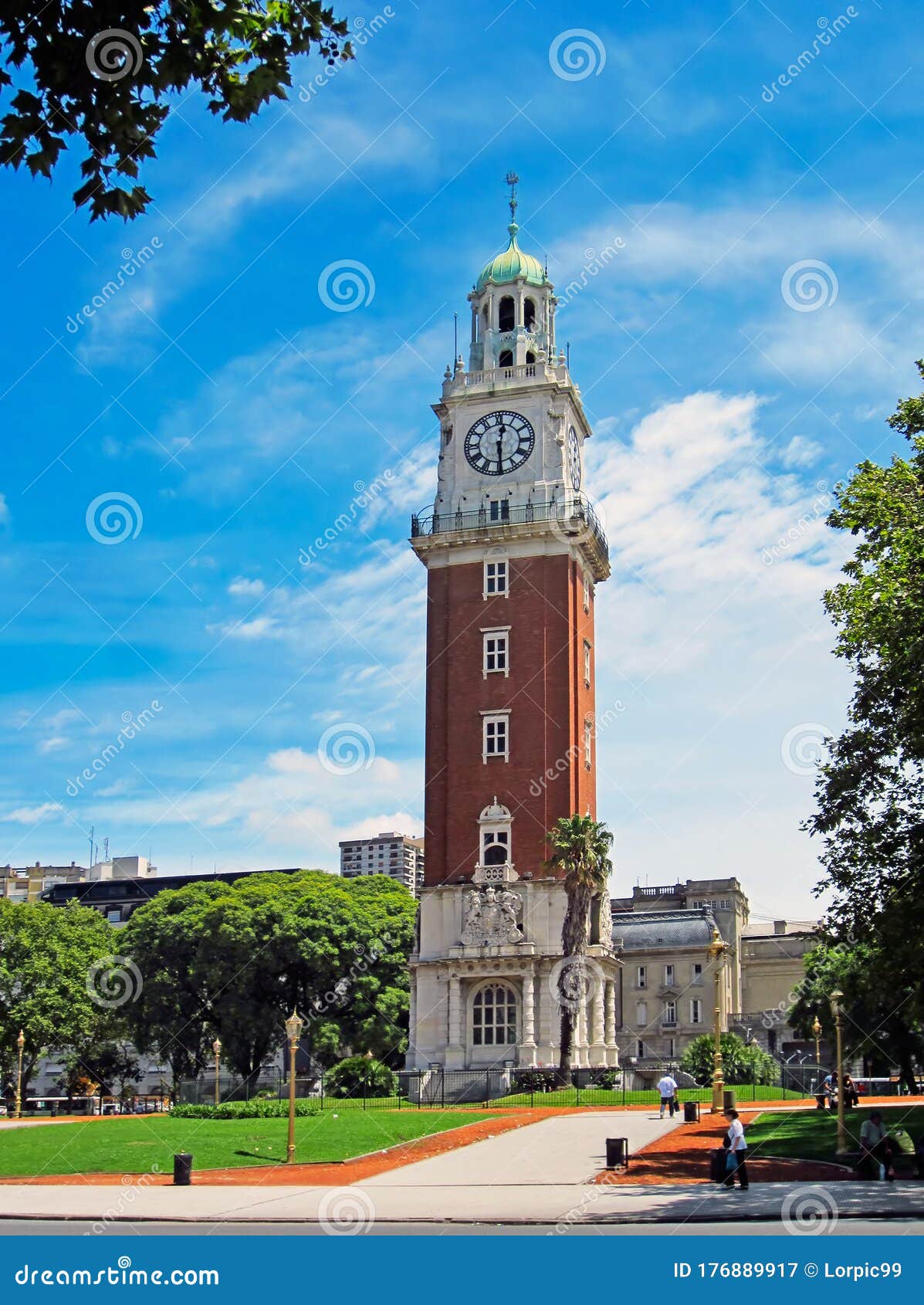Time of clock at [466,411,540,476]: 12:29
